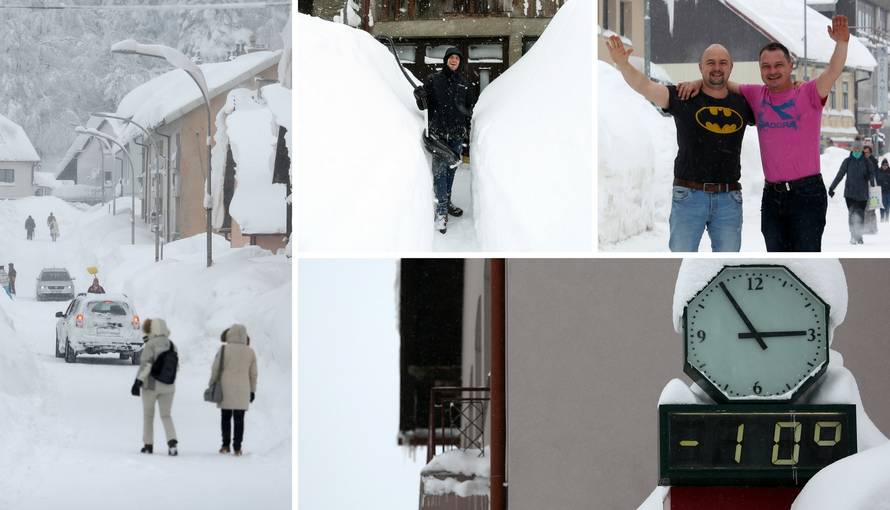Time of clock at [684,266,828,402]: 2:54
